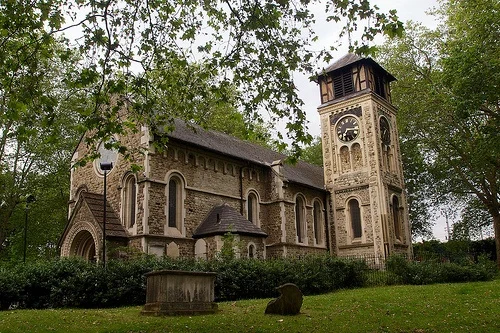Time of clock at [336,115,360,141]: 7:15
